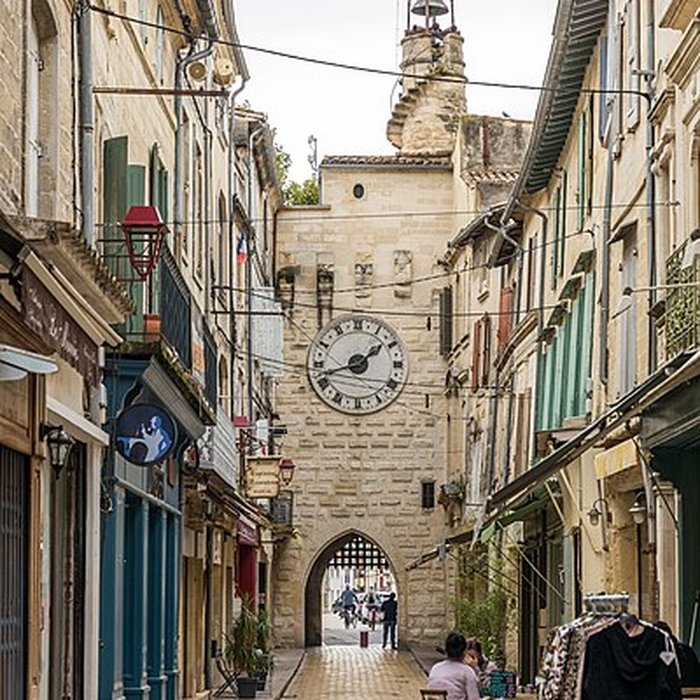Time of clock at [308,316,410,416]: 1:42
